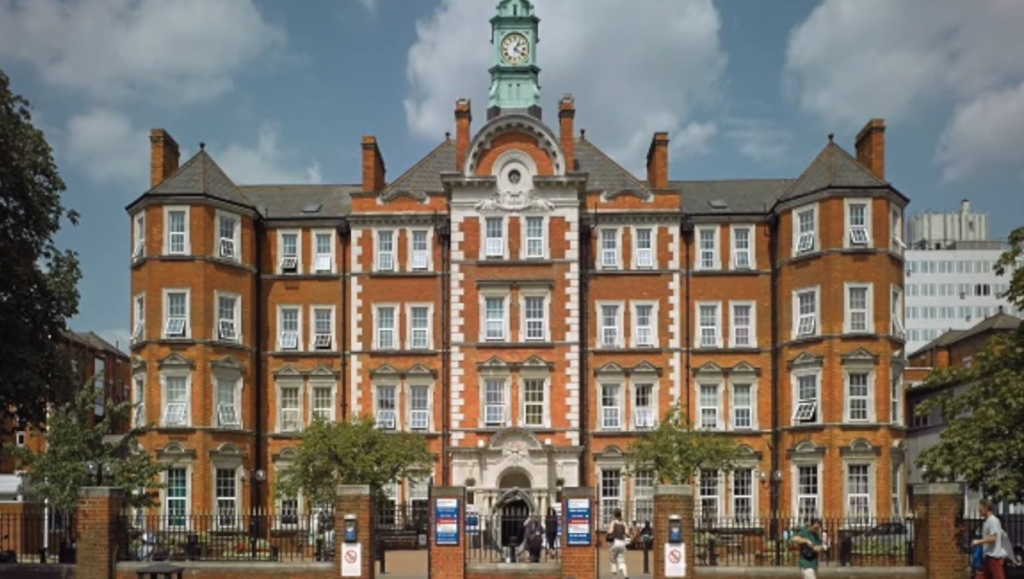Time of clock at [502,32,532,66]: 1:20
